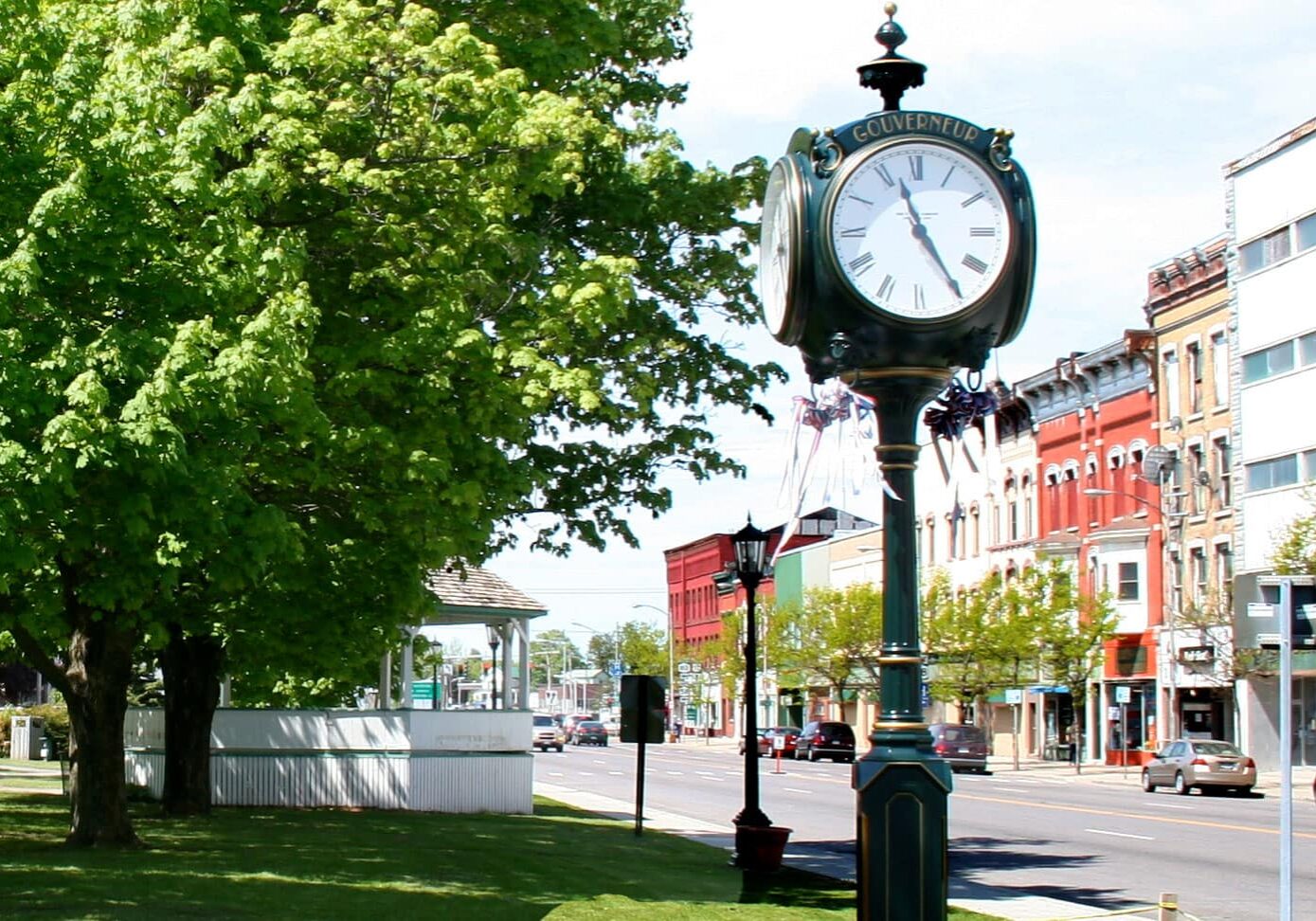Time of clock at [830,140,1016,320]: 11:24
